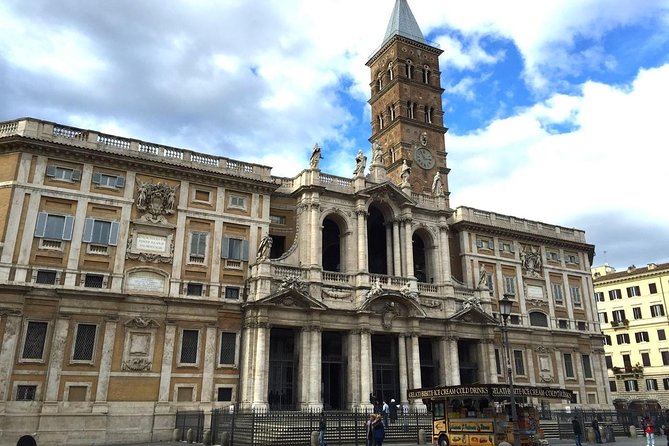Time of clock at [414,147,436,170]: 2:54
